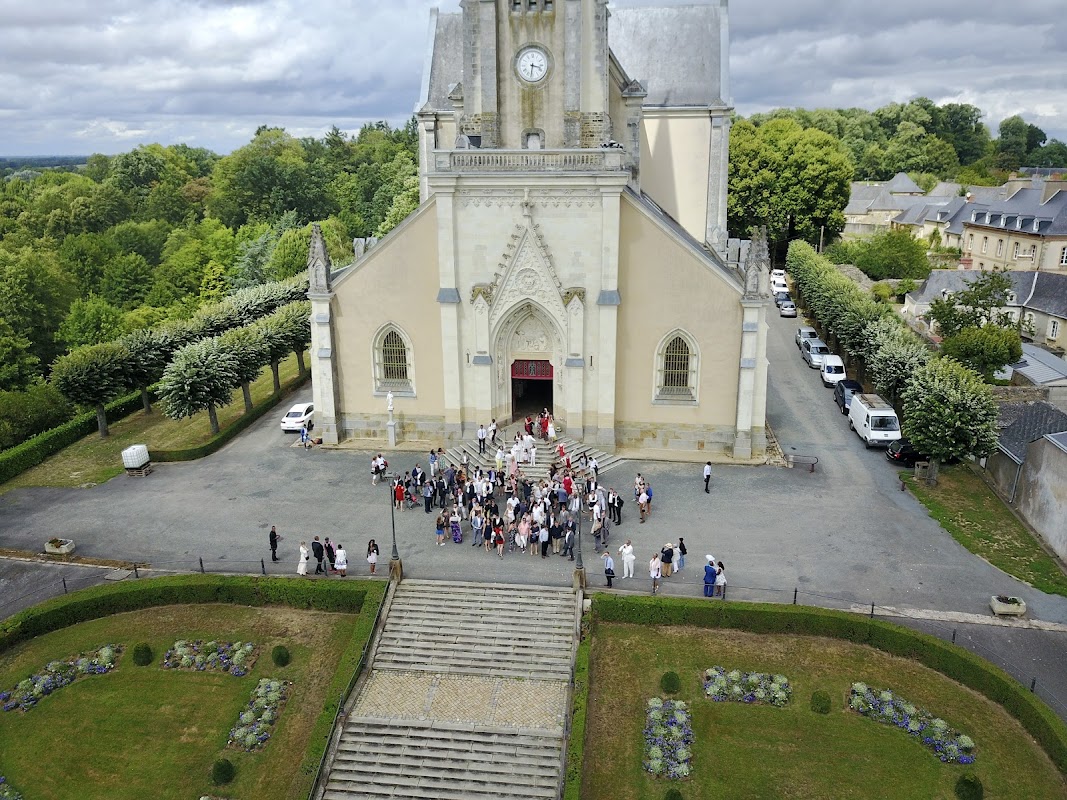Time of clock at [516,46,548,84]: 3:31
